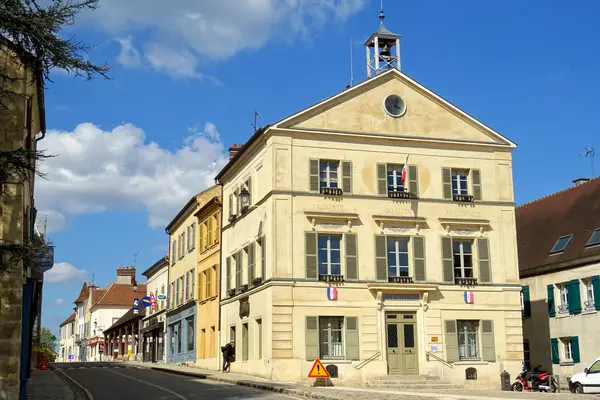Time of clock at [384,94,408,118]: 4:02
